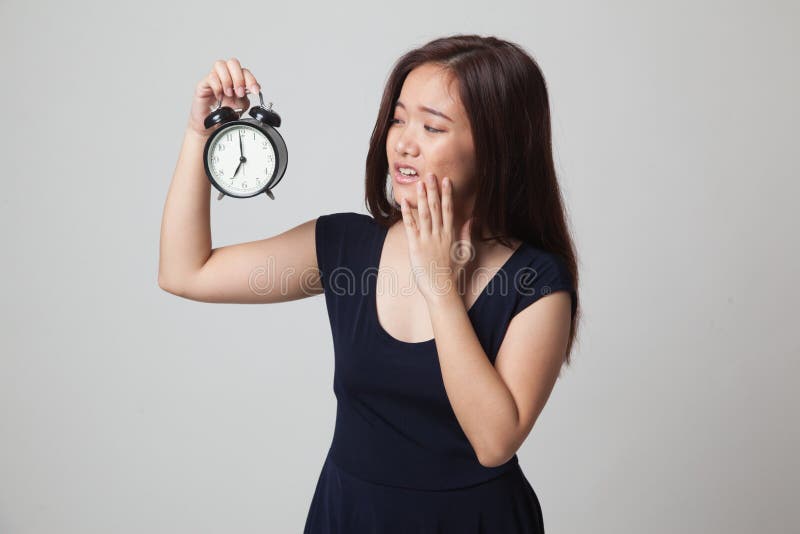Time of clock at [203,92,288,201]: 6:59
